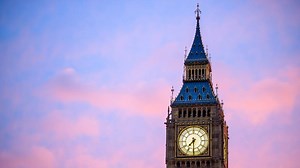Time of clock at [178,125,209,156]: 7:30
